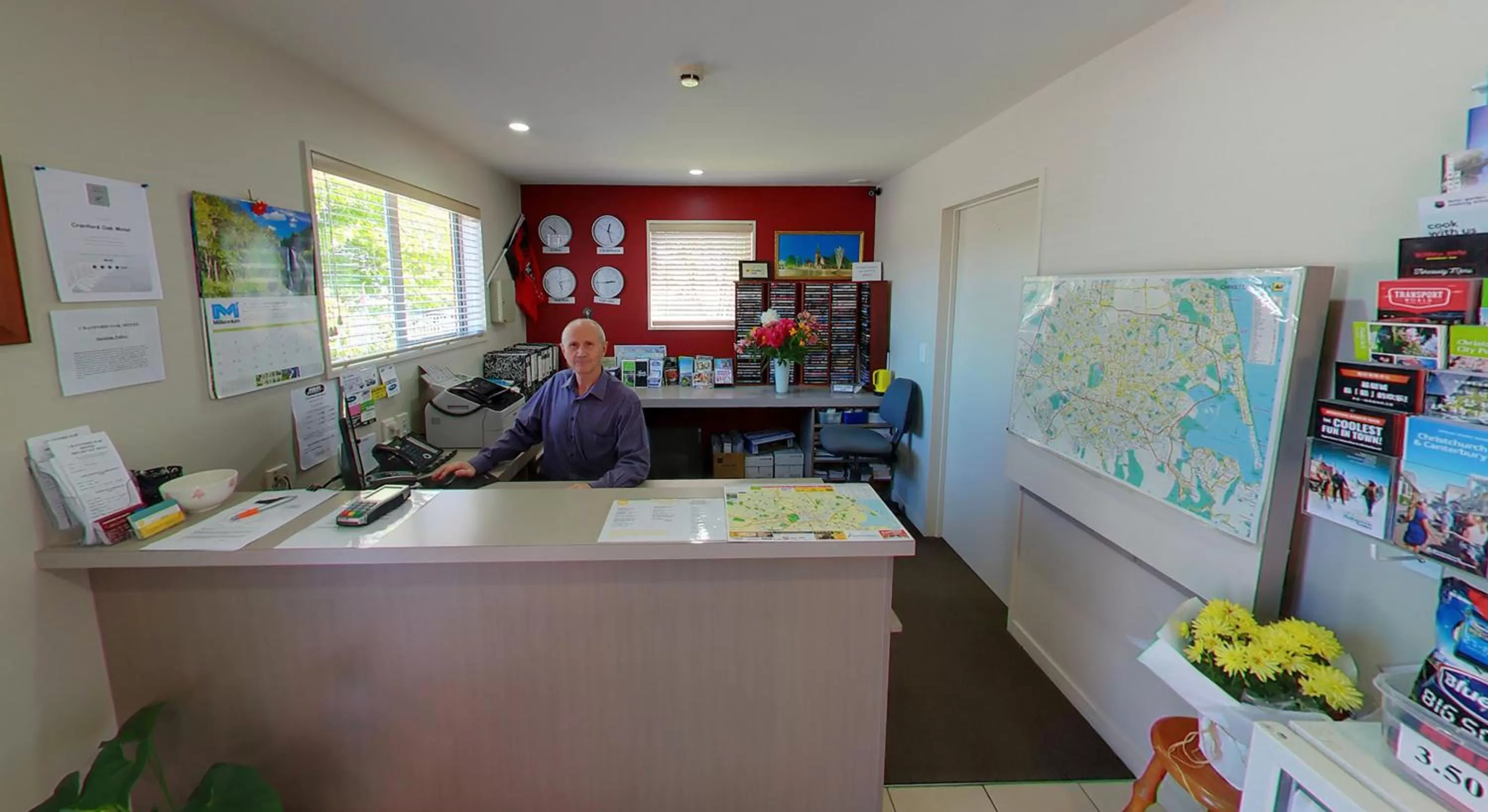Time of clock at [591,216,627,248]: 12:26
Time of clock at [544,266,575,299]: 5:12
